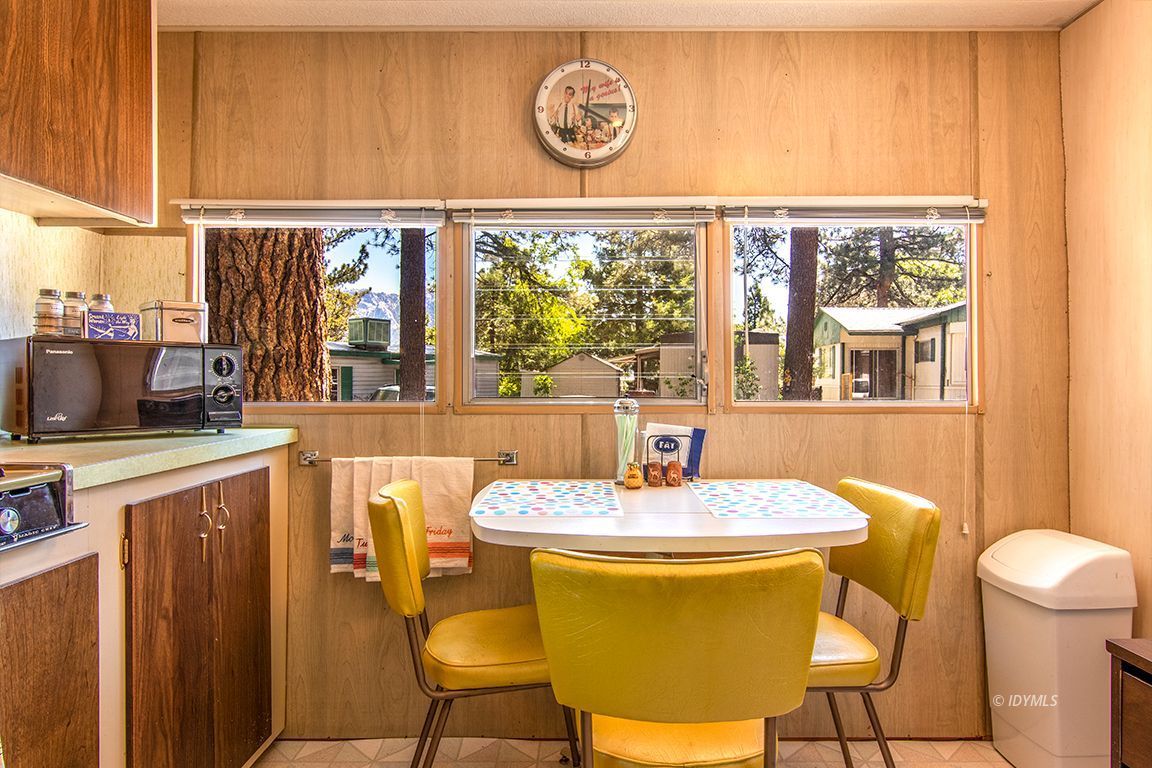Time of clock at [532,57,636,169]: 4:01
